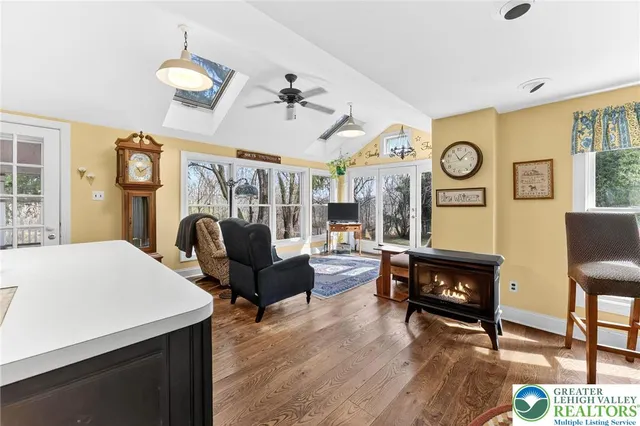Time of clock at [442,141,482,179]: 11:08
